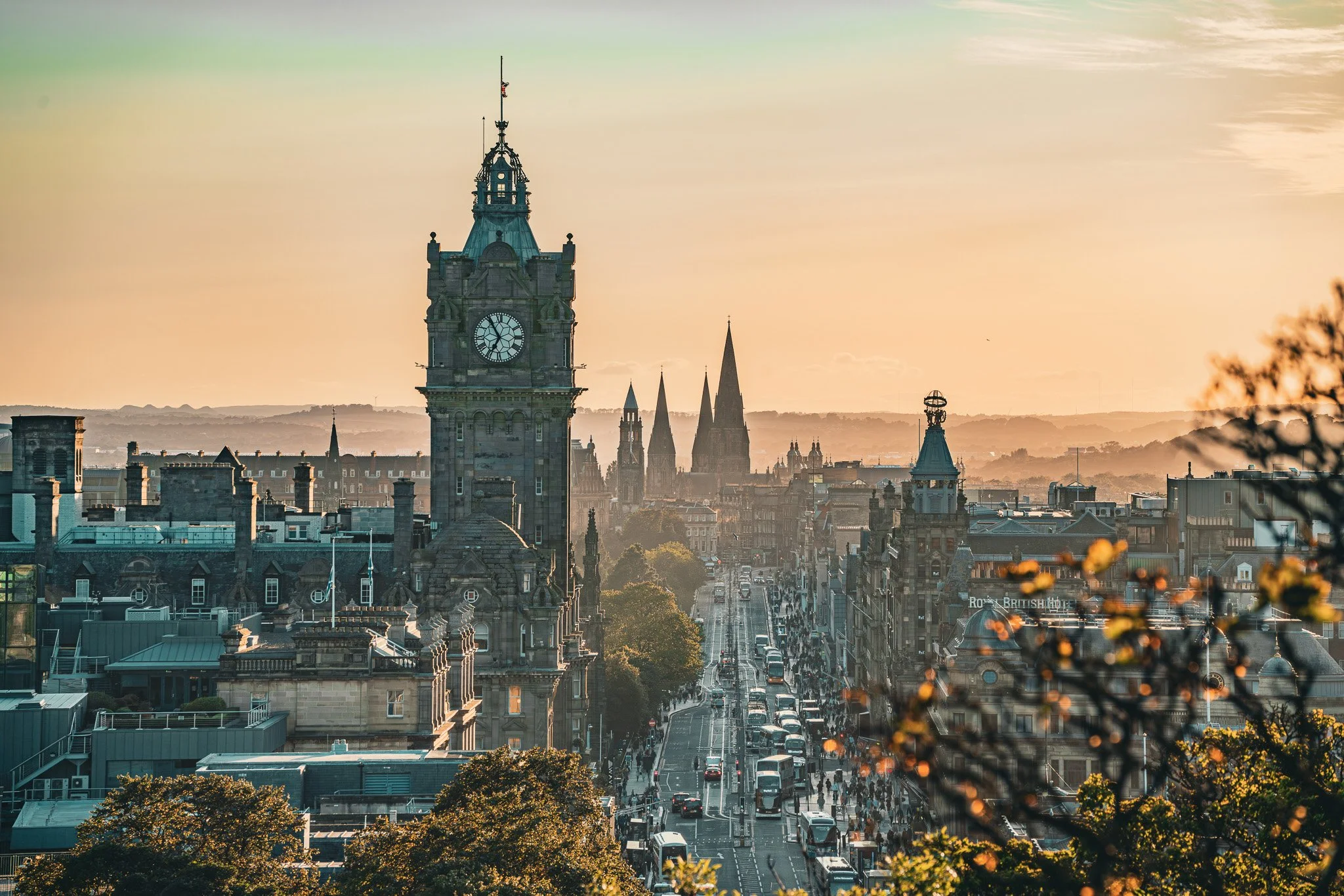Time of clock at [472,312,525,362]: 6:54
